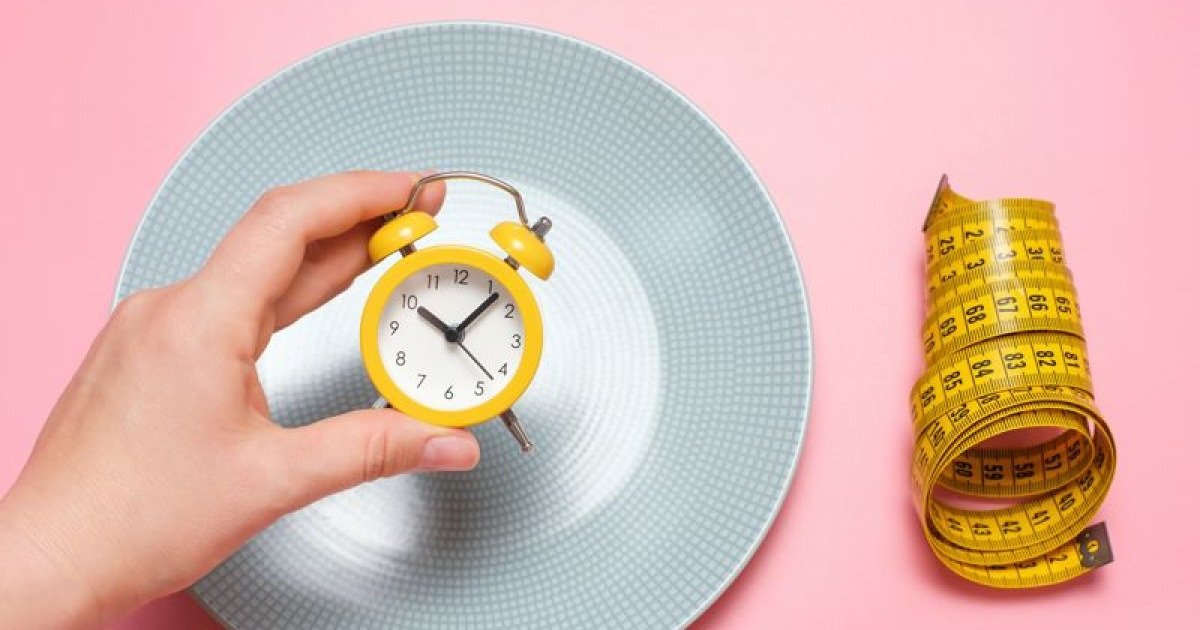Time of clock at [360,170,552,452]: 10:07
